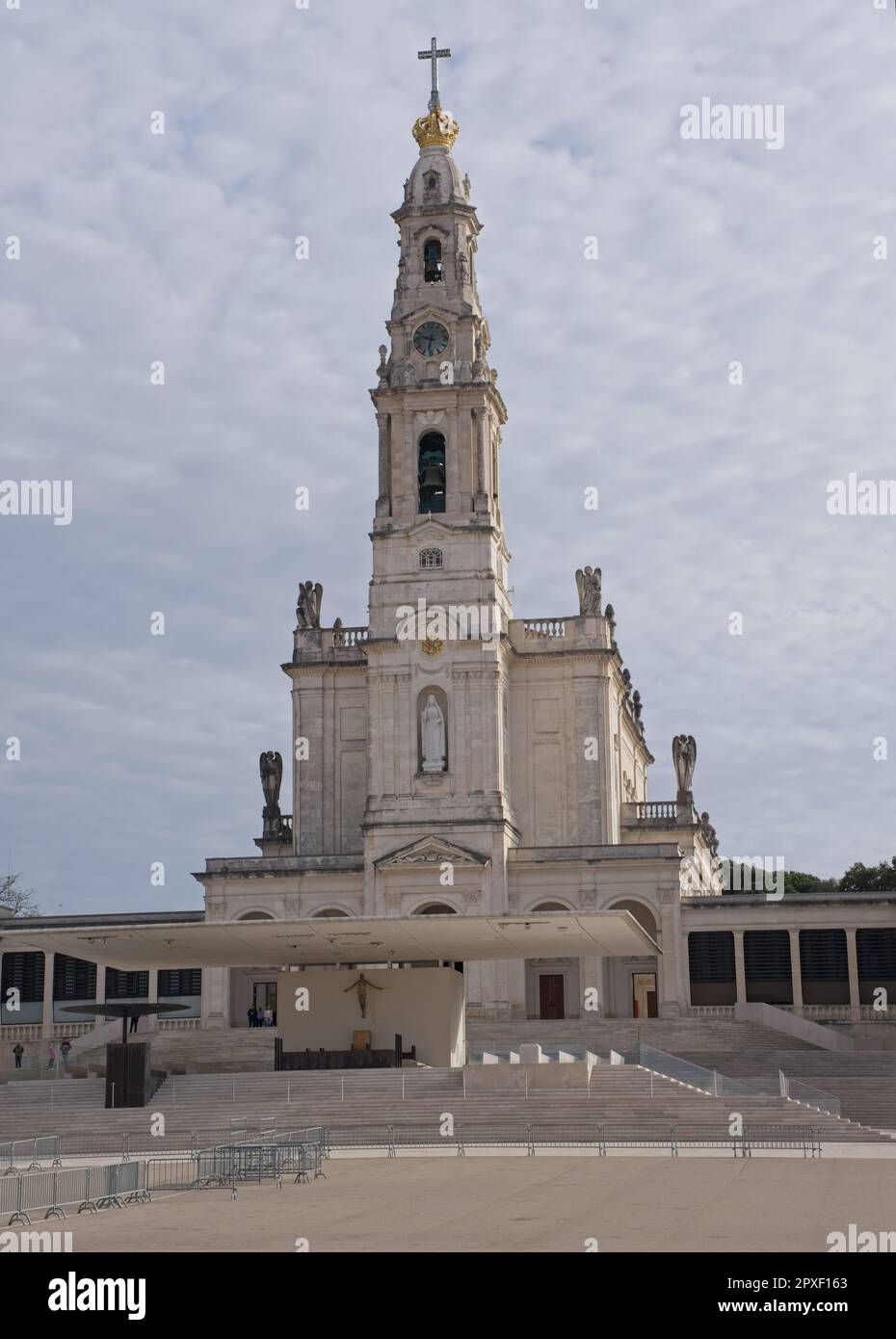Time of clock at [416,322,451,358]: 9:32
